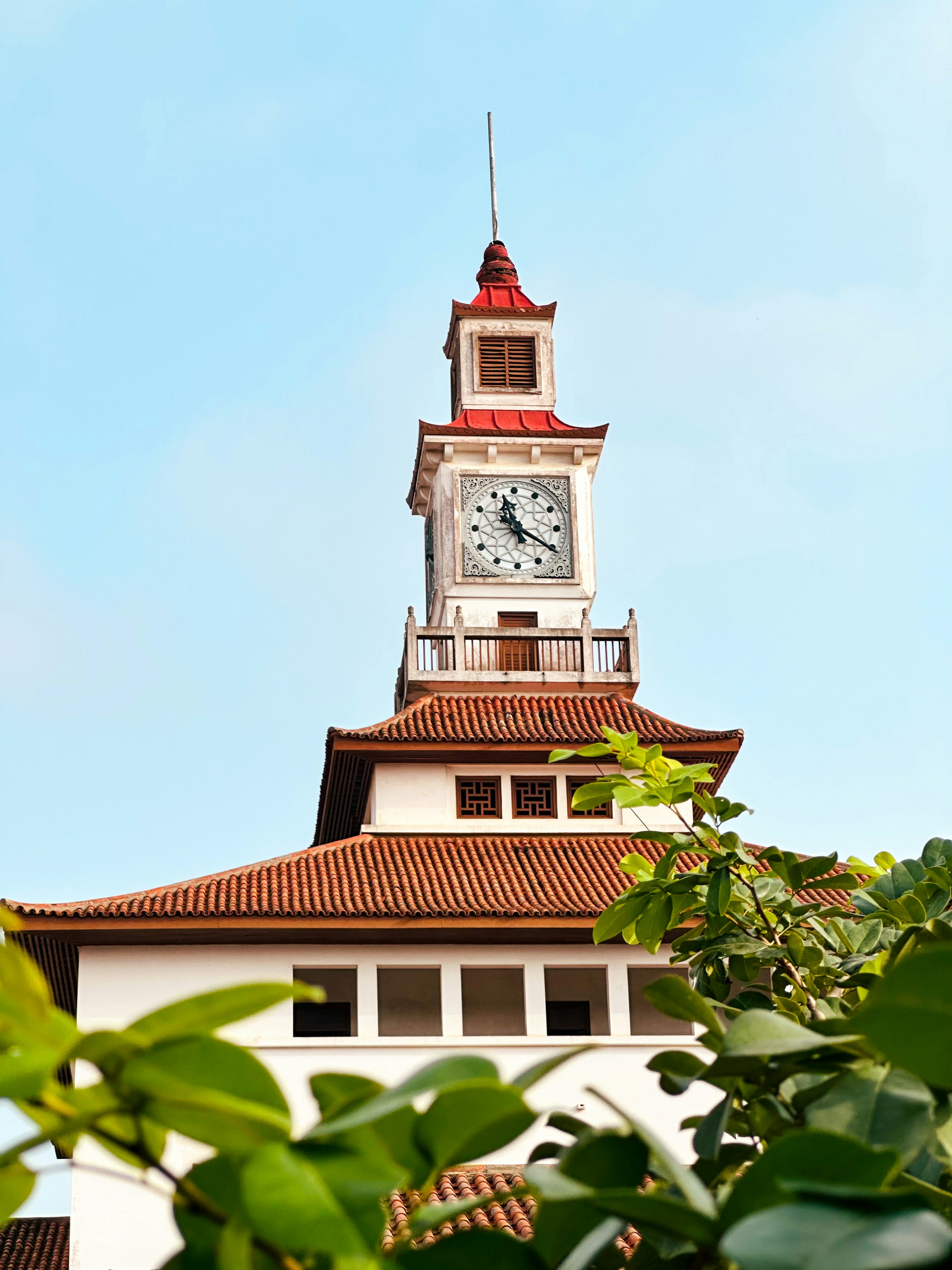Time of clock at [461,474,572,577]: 11:20
